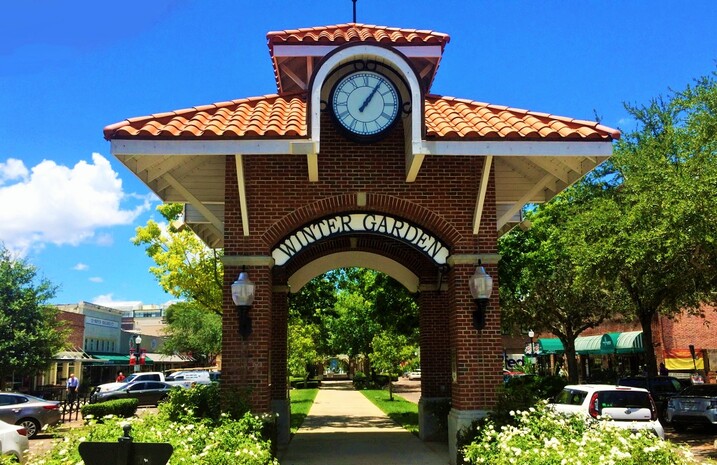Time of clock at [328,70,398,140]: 1:05
